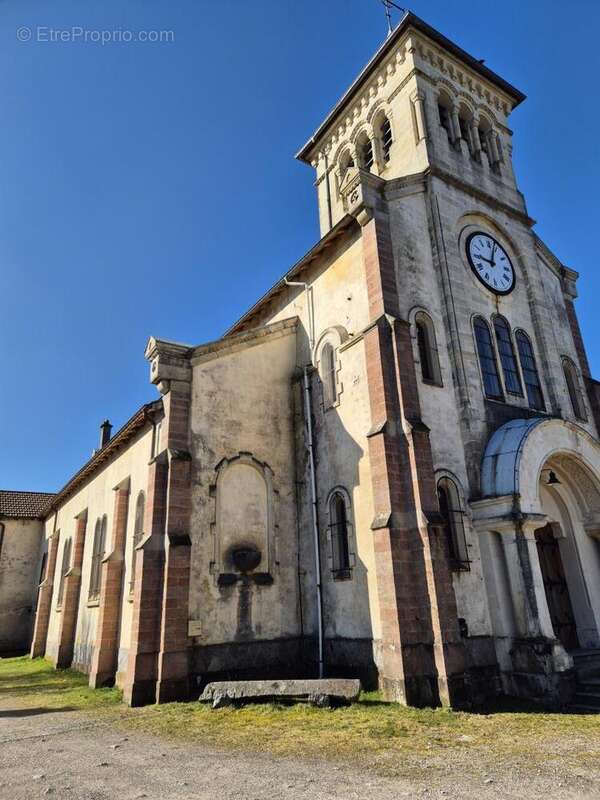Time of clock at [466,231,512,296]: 9:03
